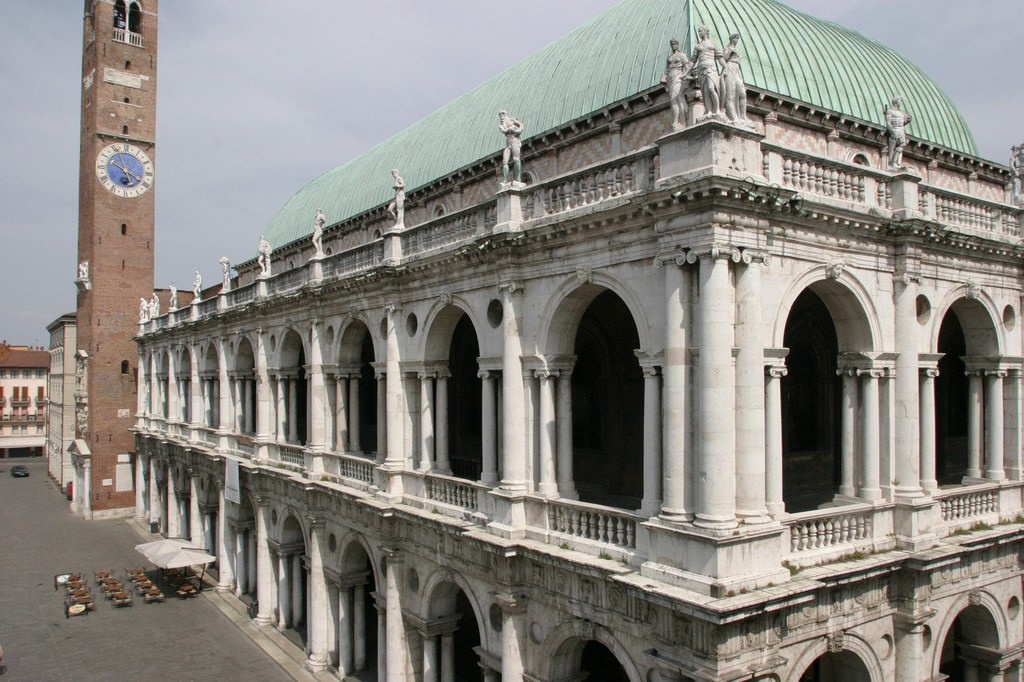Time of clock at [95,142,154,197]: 5:19
